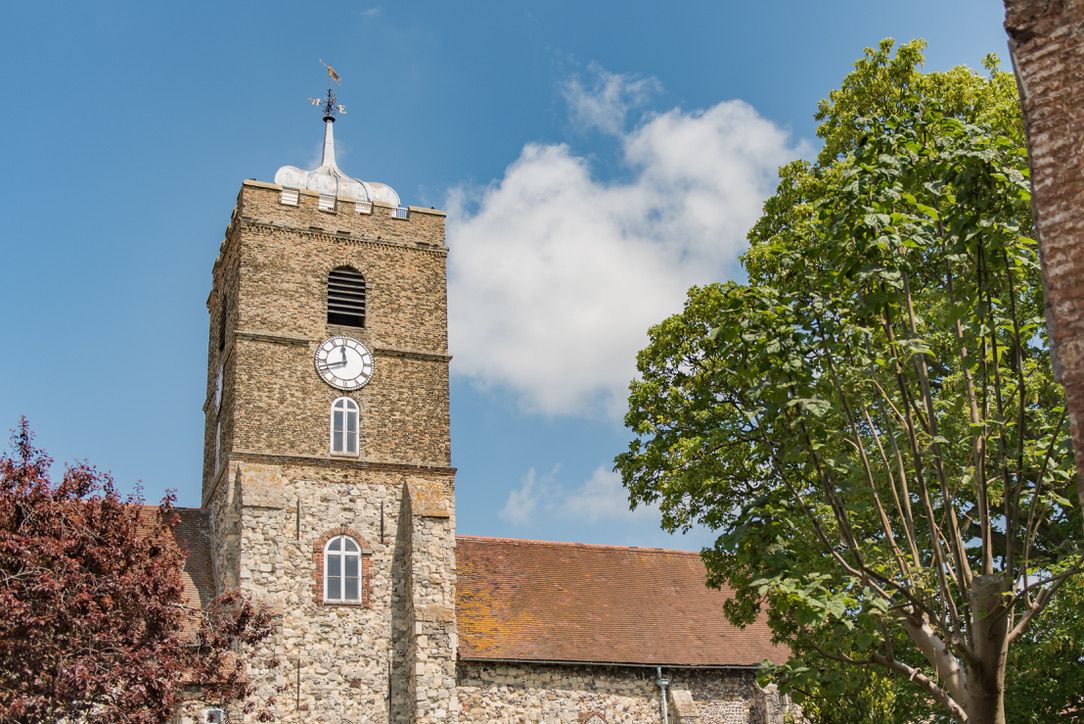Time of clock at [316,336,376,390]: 11:42
